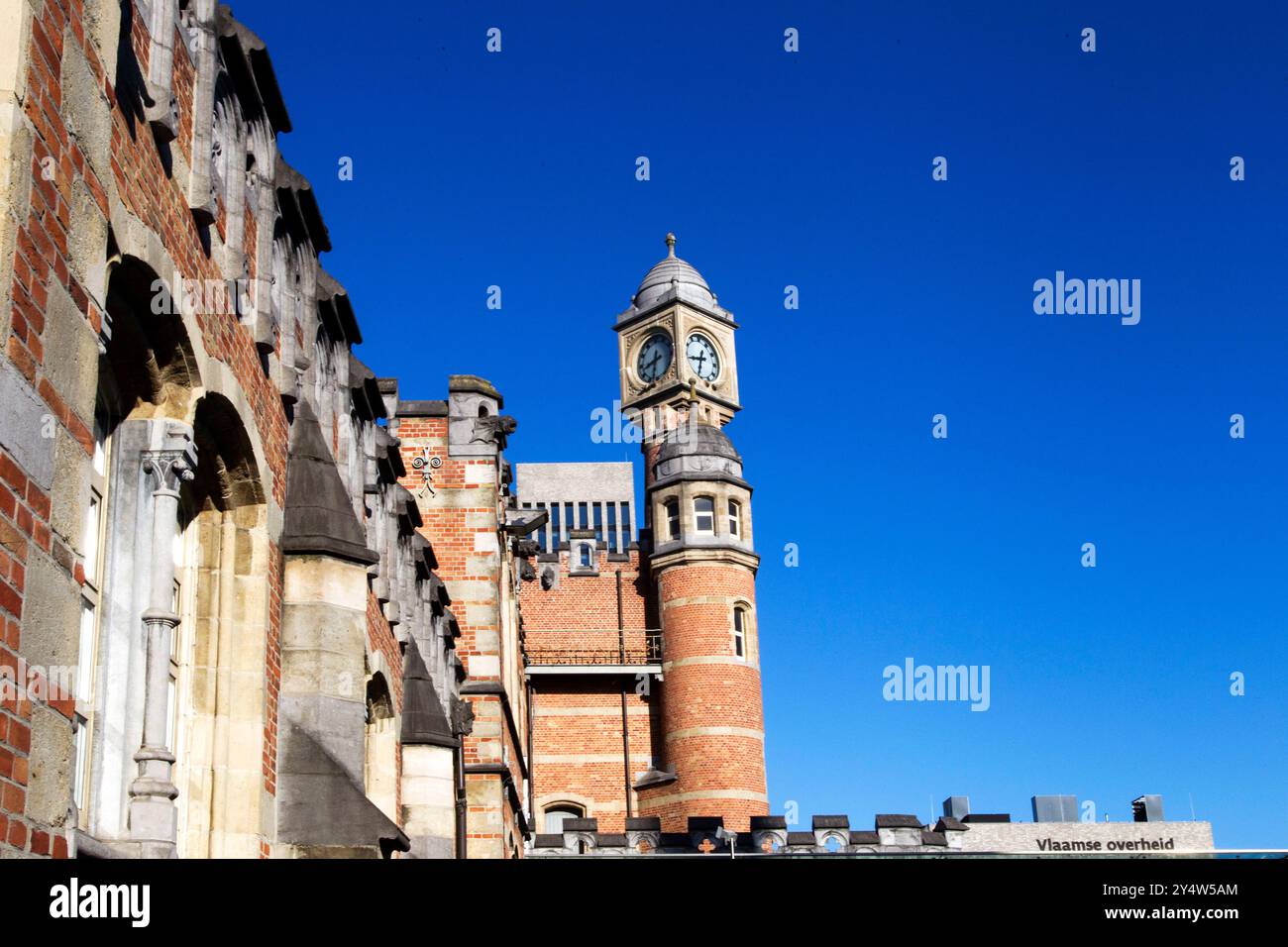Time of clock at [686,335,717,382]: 8:32
